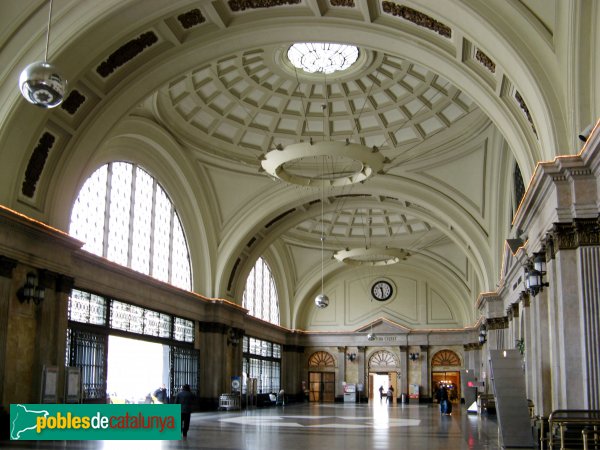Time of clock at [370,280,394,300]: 11:28
